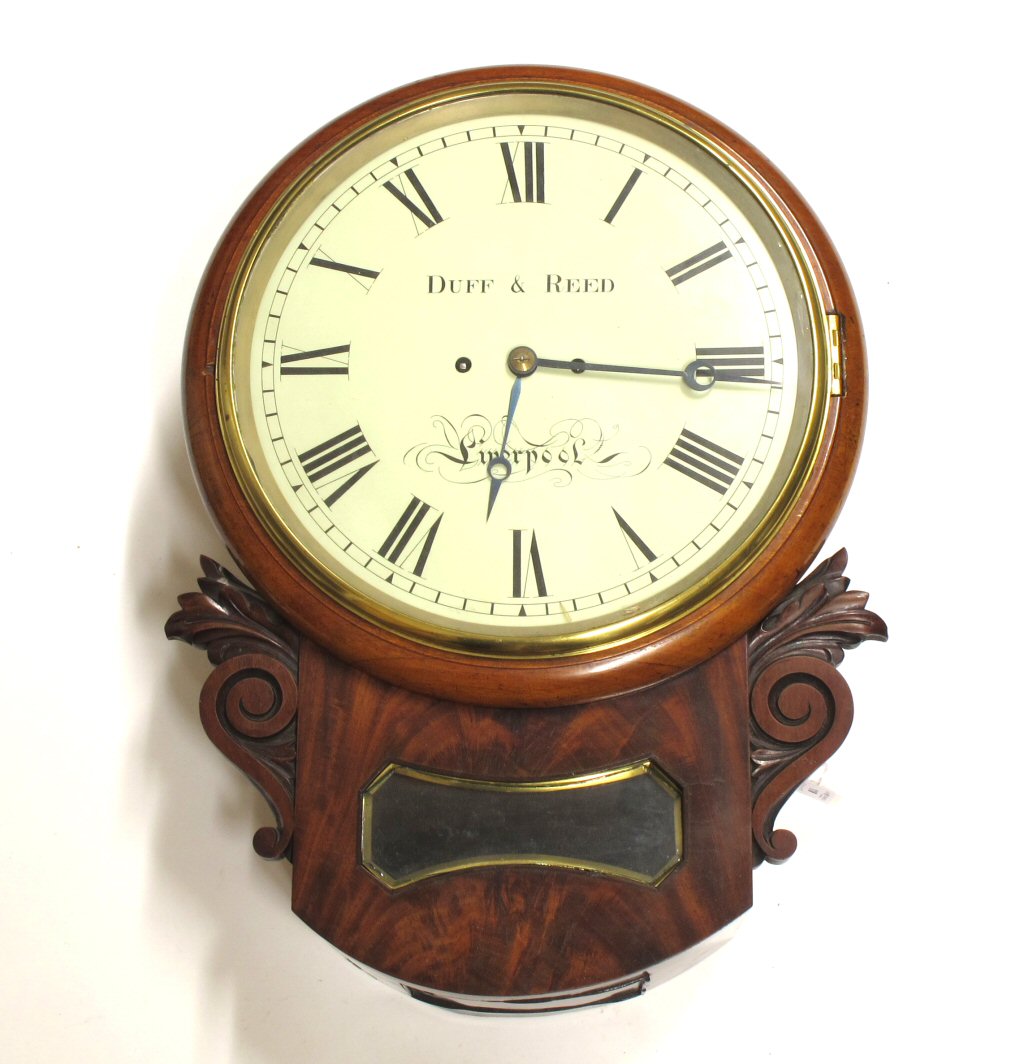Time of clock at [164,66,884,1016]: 6:15
